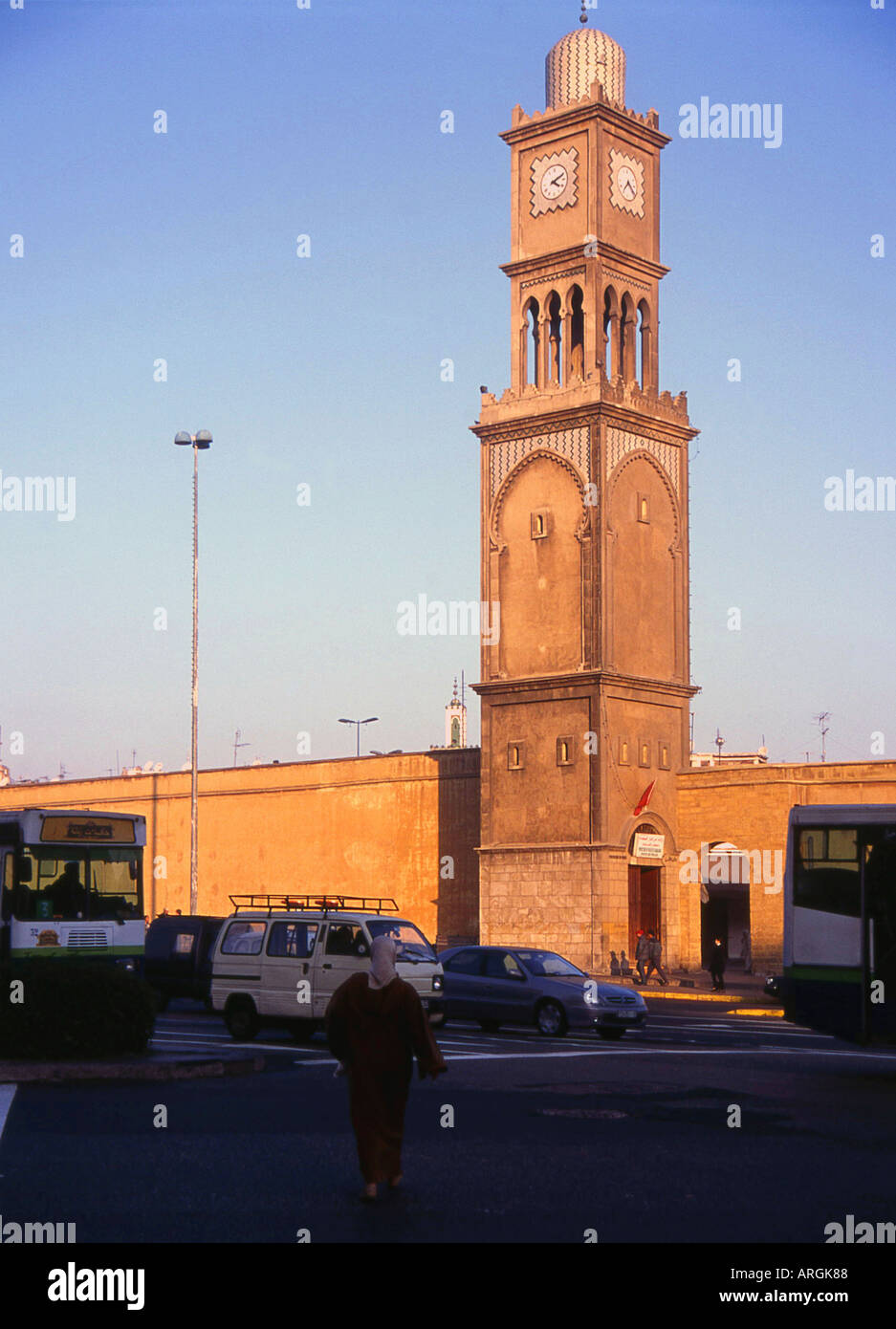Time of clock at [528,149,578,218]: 4:10
